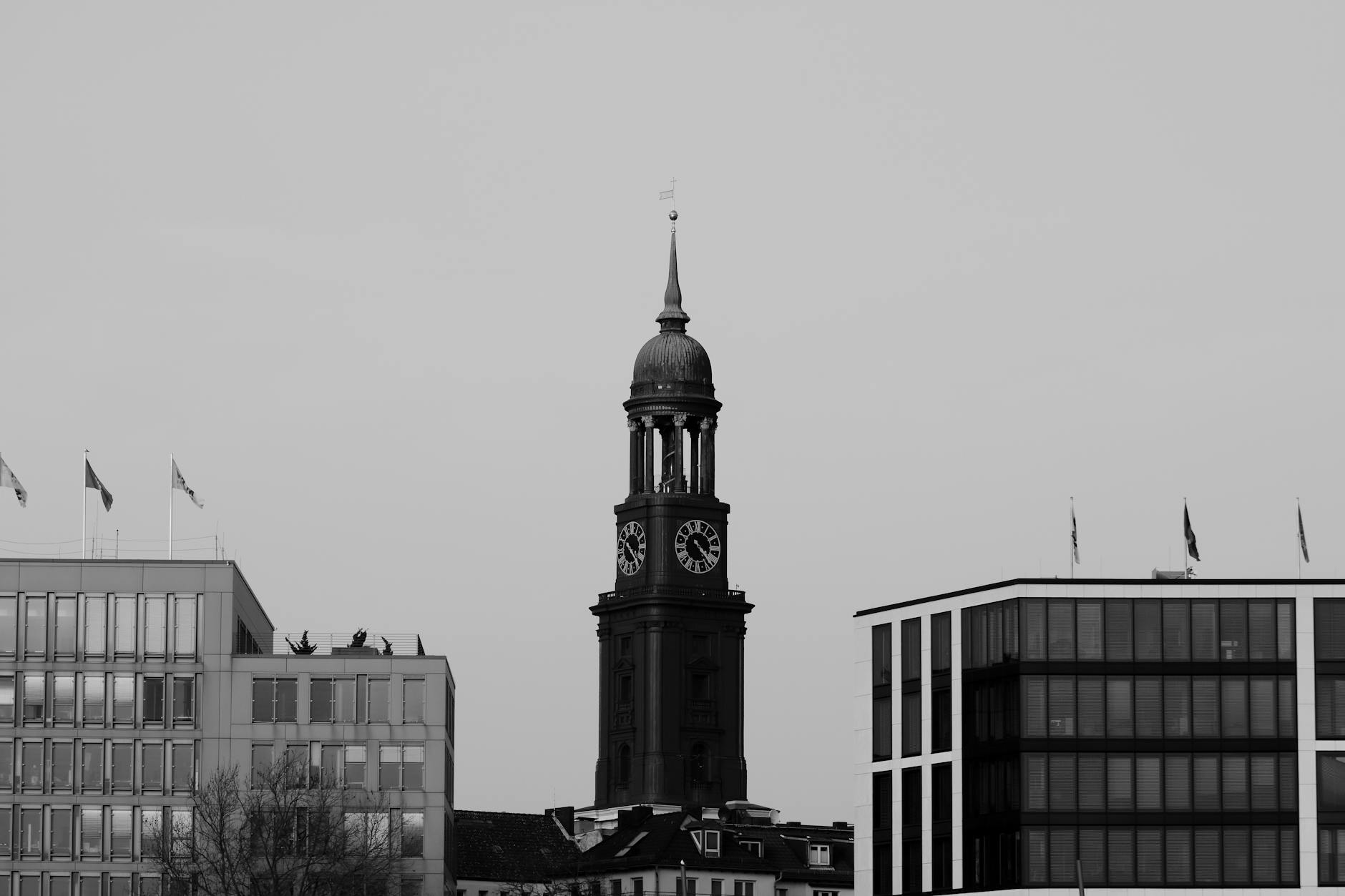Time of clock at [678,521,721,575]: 4:22
